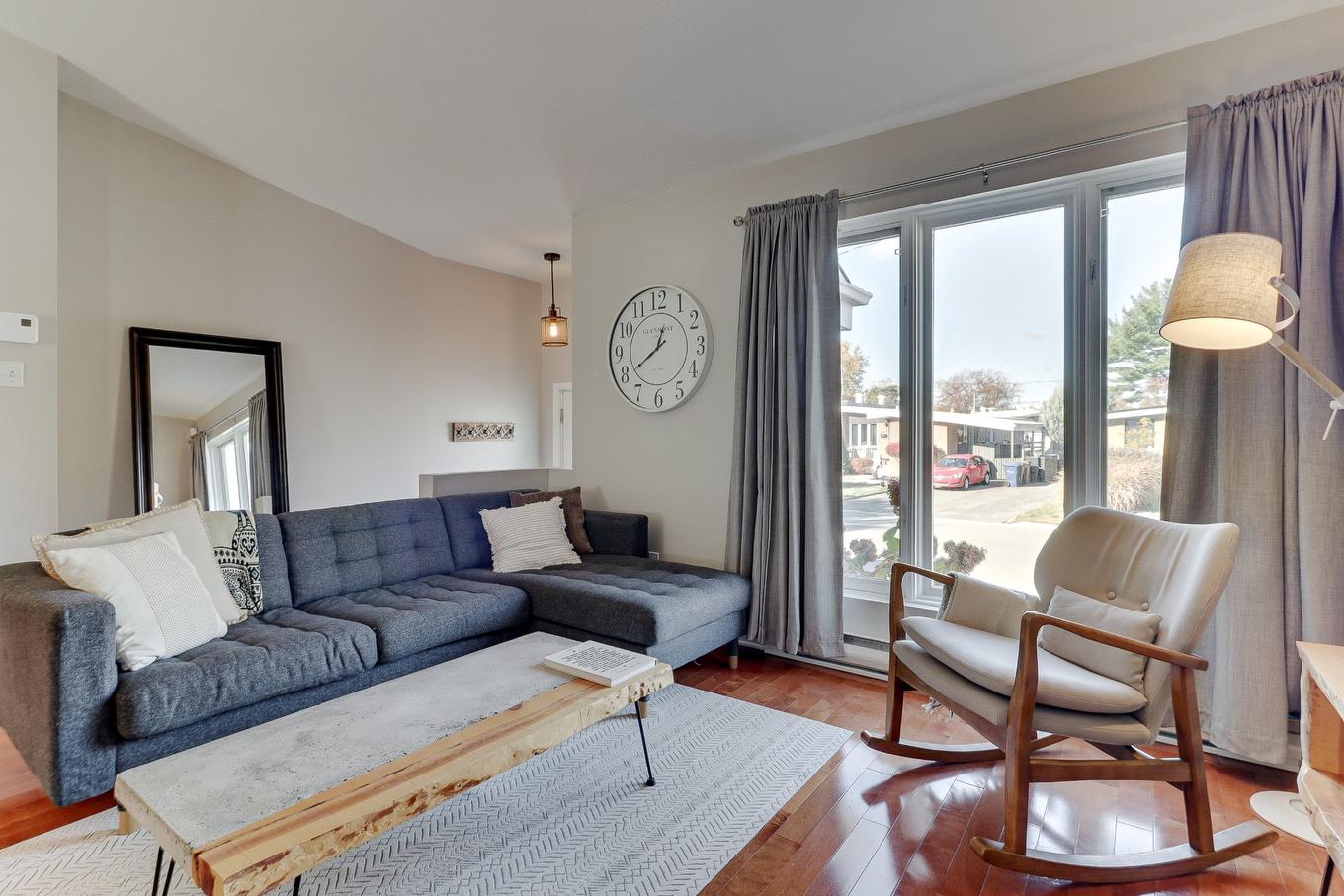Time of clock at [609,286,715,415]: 12:39
